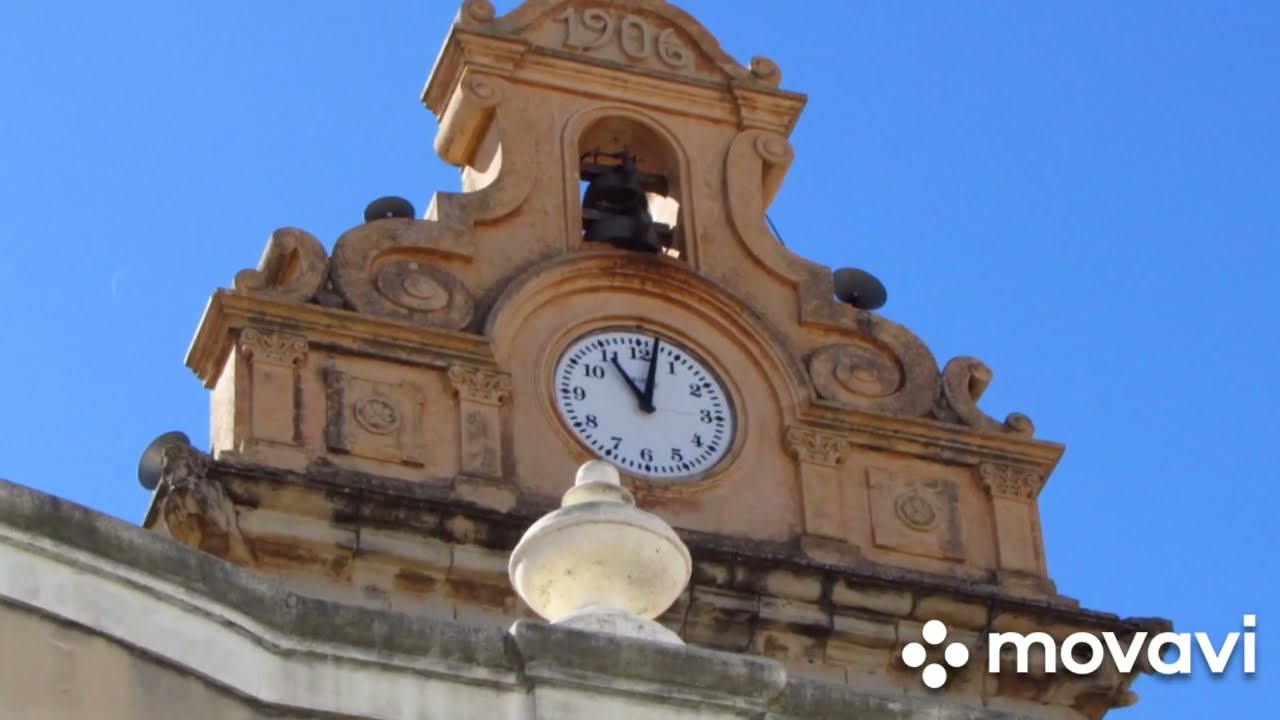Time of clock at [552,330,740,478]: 11:02
